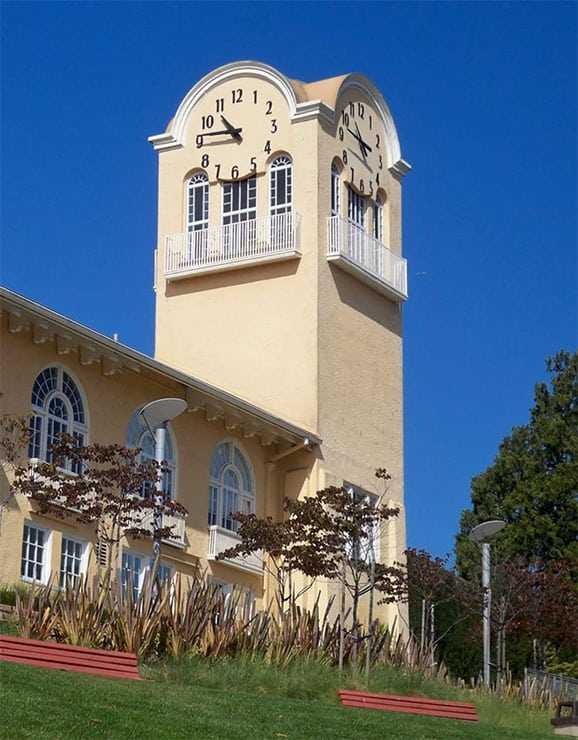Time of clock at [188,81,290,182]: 10:46
